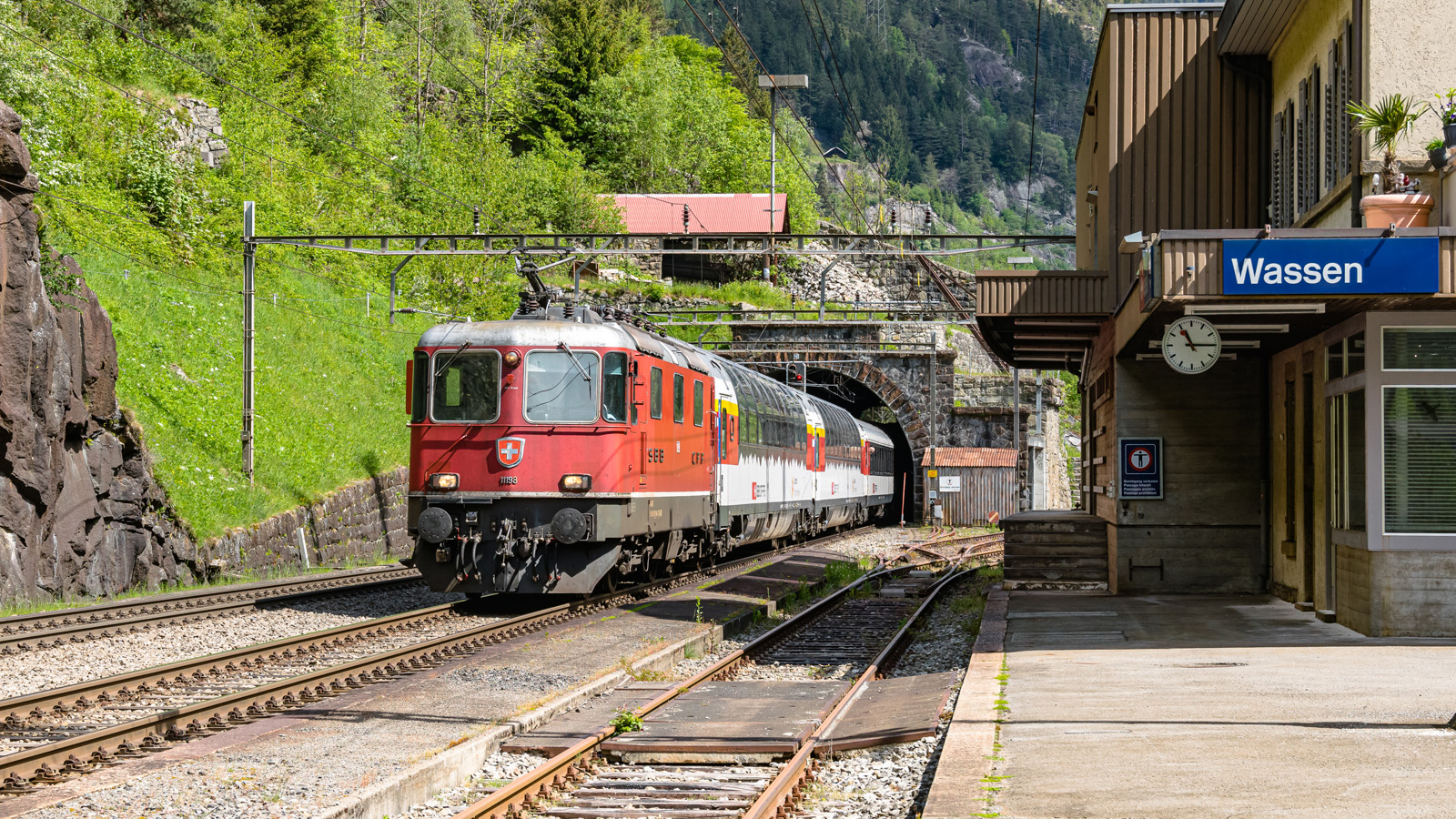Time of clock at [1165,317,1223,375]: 11:14
